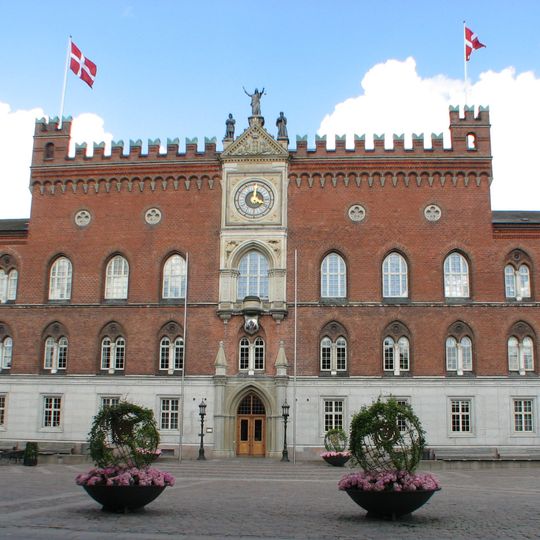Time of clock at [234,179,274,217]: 4:01
